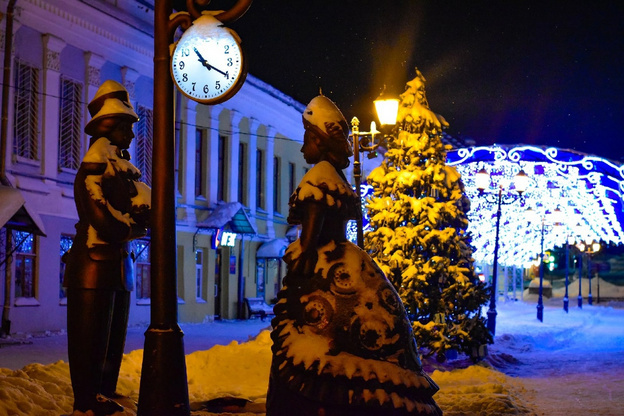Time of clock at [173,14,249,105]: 10:19
